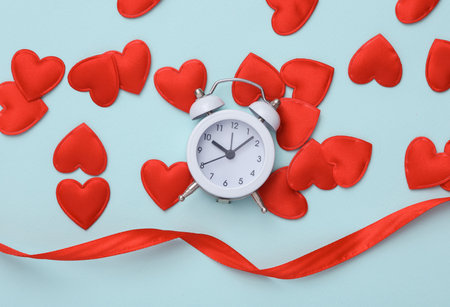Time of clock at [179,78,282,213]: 10:07
